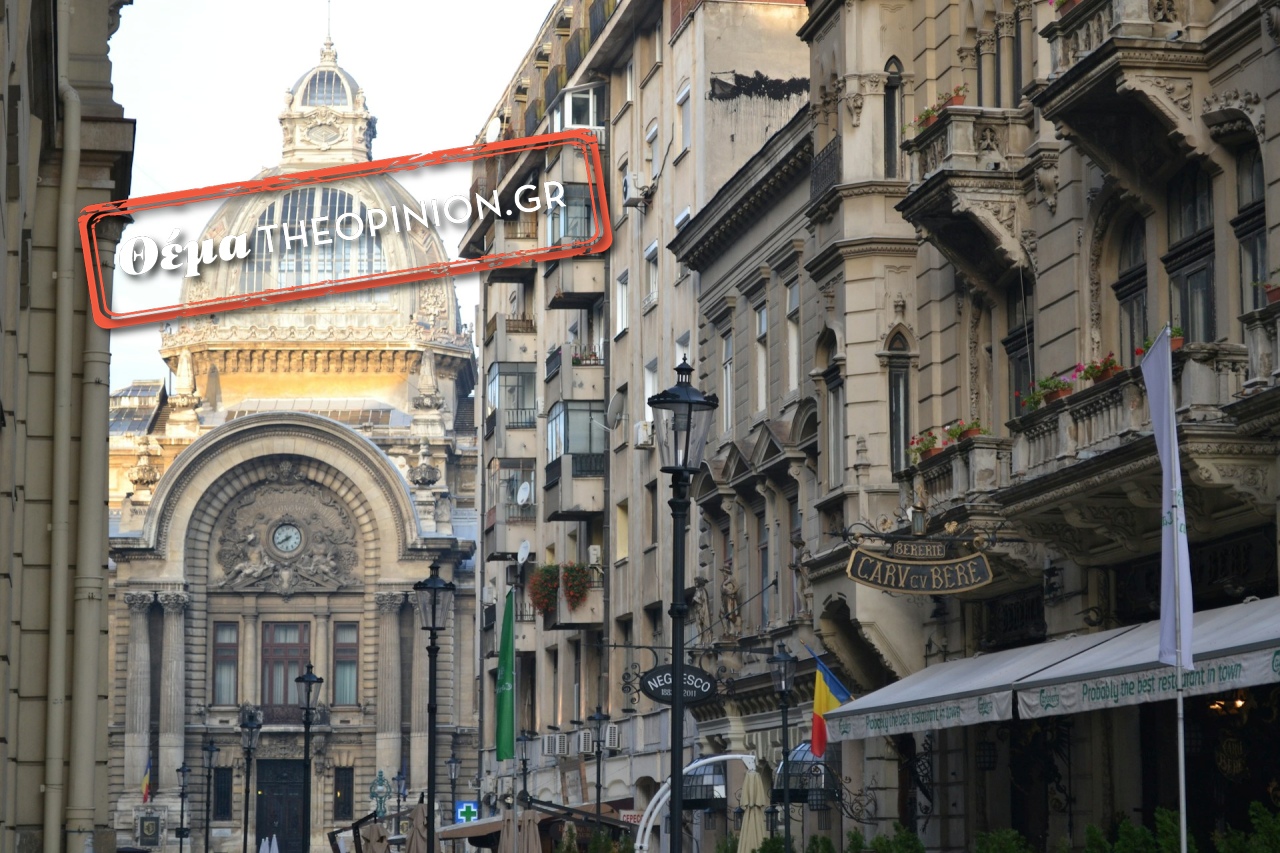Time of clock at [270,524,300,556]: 7:39
